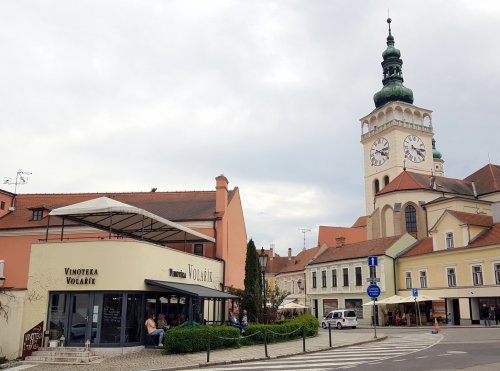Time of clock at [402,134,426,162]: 4:14
